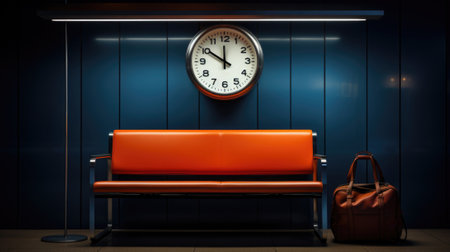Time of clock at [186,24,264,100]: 11:50
